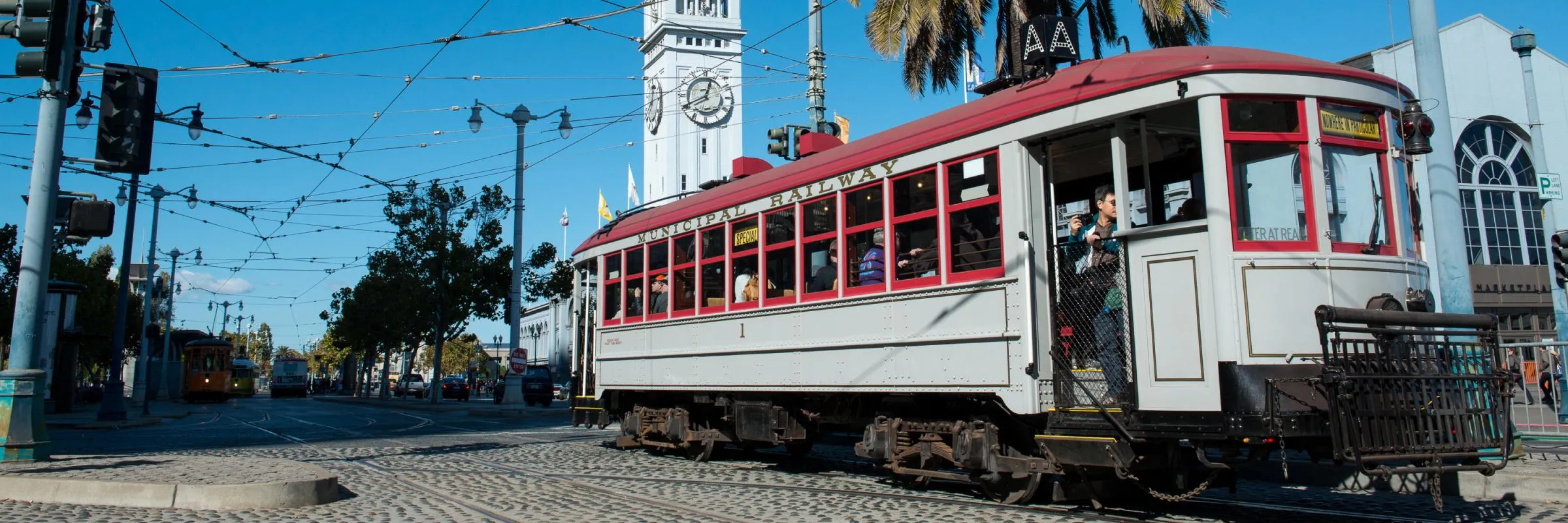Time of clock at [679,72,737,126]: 12:40
